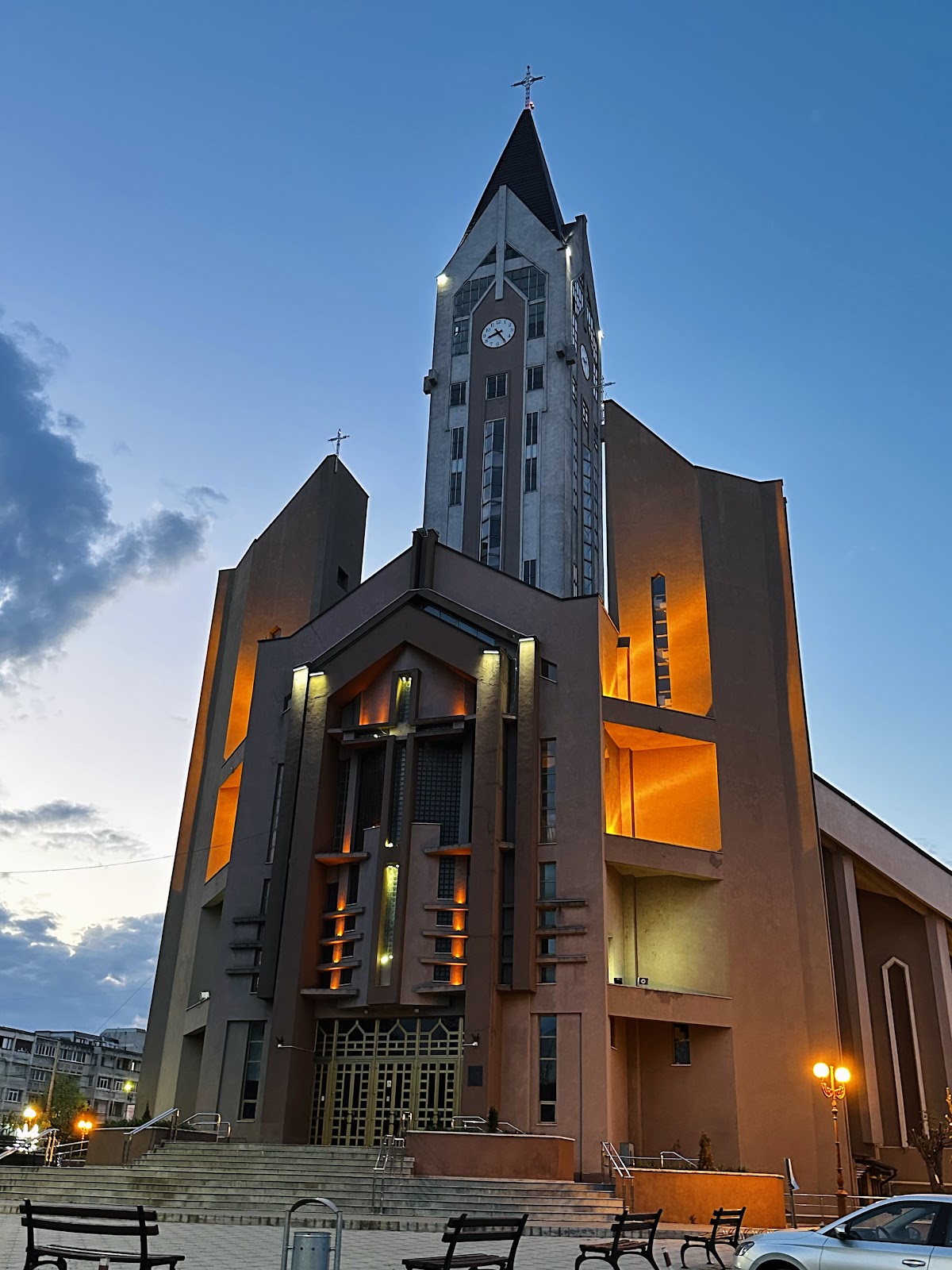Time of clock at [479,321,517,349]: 8:24
